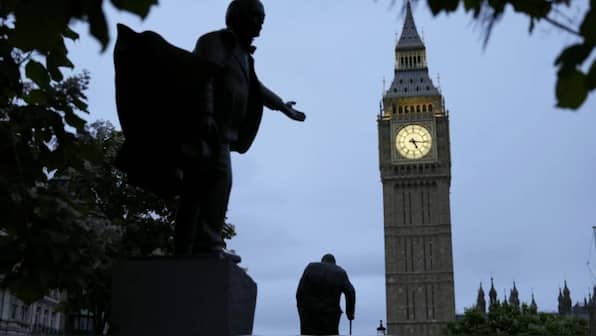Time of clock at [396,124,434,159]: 5:15
